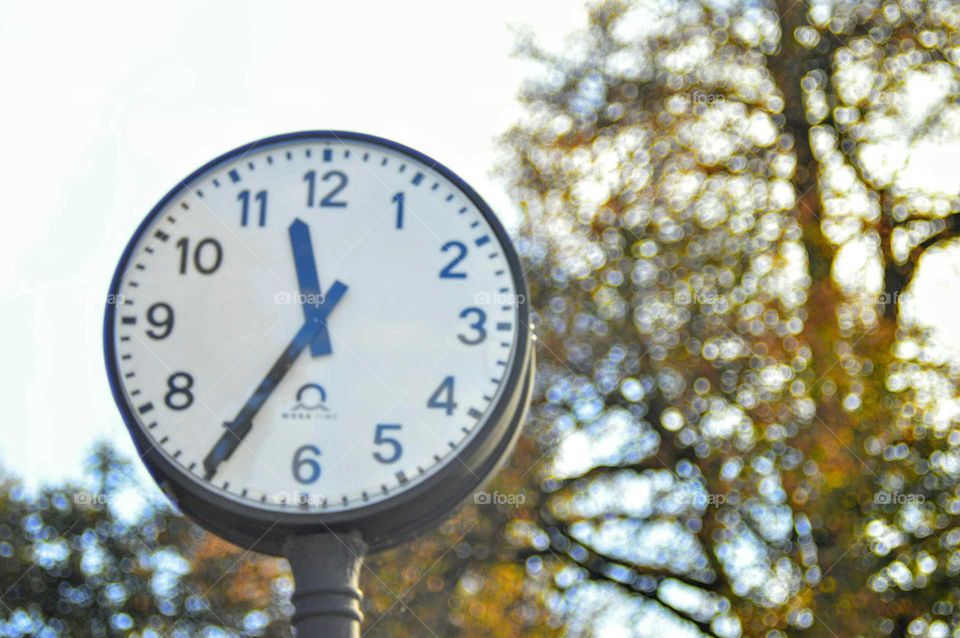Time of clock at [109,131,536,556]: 11:35
